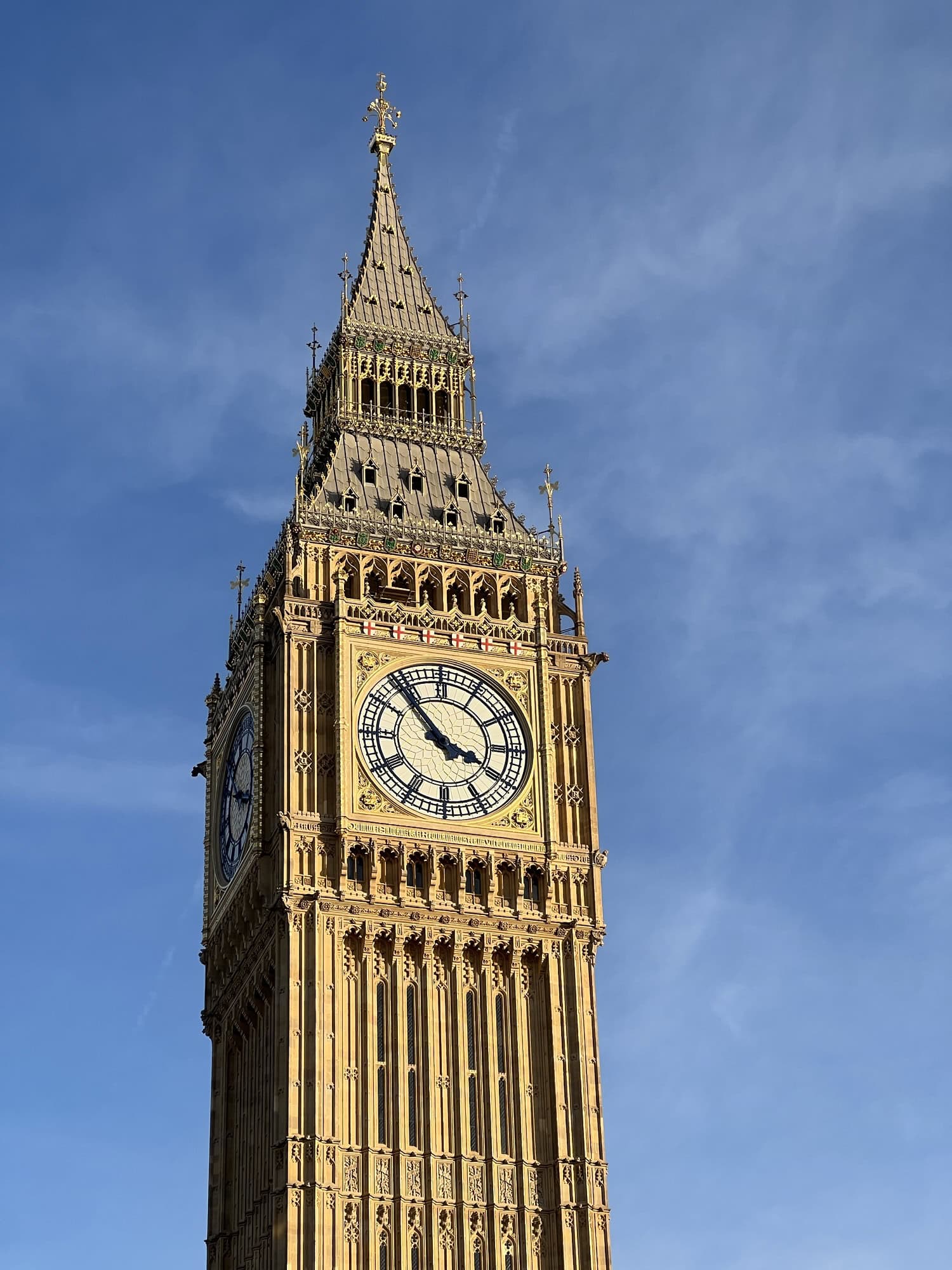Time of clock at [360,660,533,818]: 3:53
